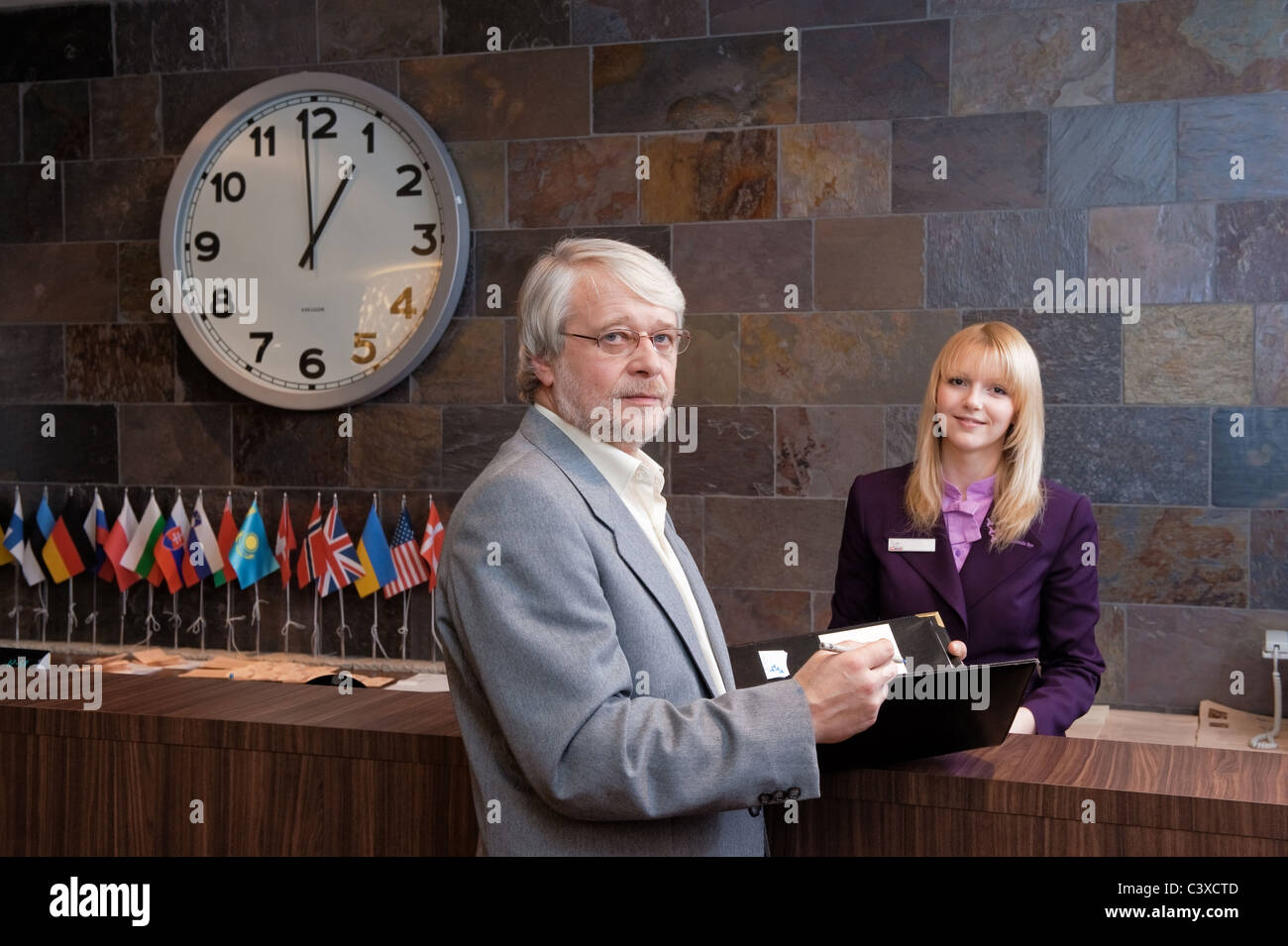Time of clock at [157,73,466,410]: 12:59
